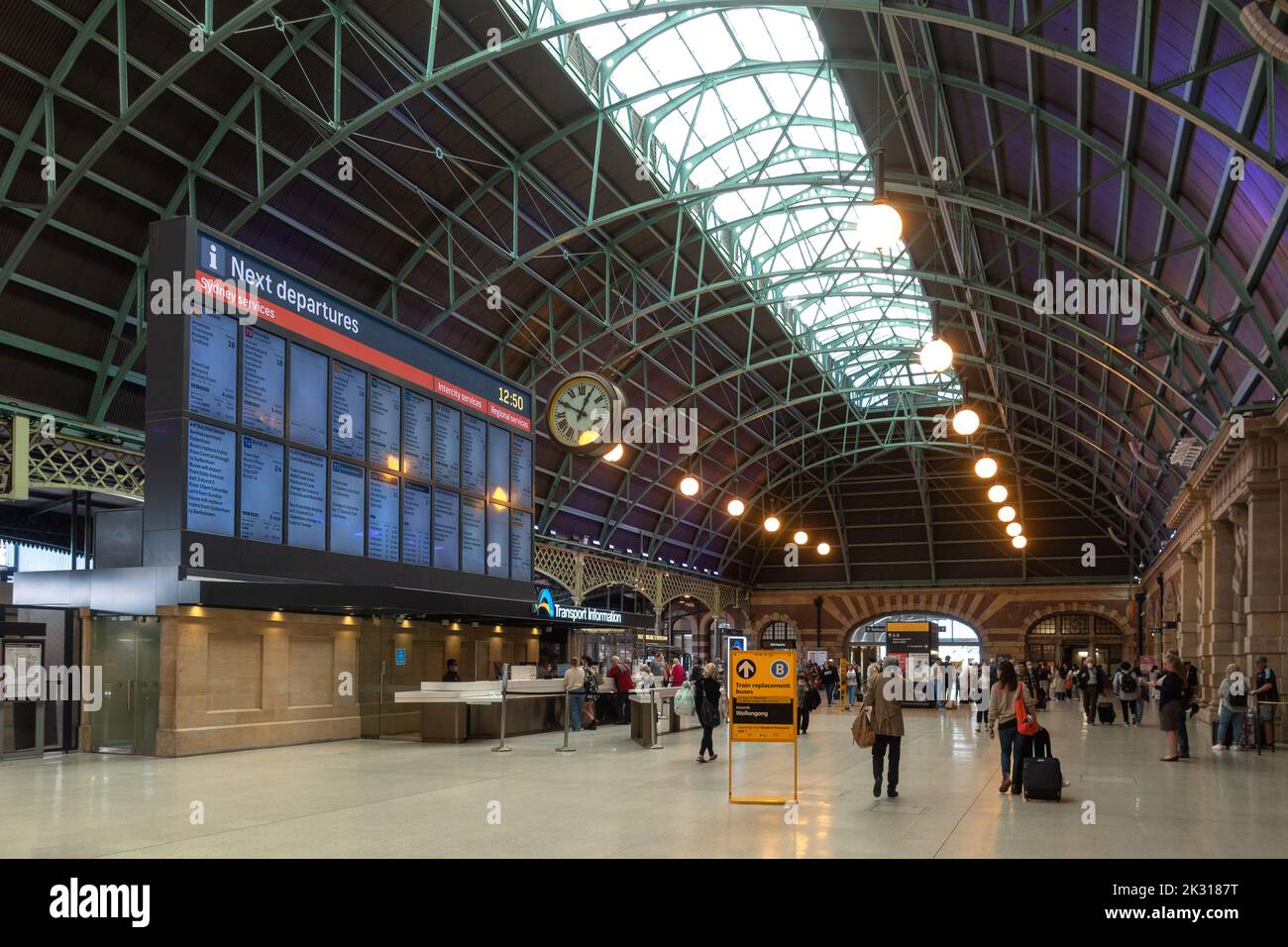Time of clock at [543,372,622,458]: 12:49
